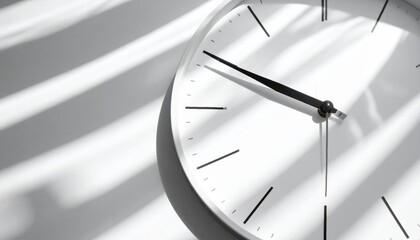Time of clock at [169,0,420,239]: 9:49
